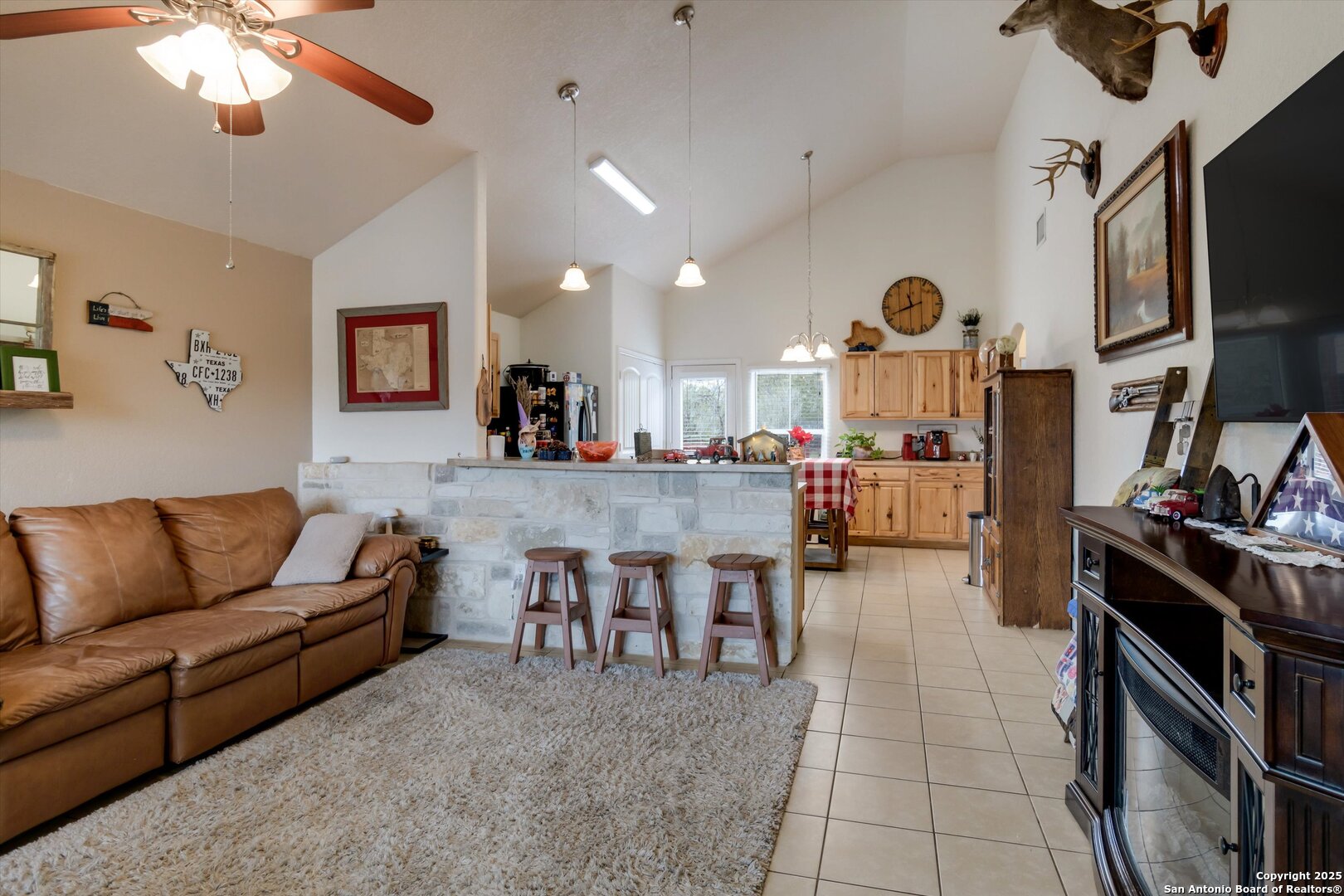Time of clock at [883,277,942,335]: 11:41
